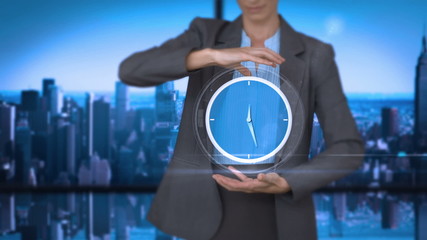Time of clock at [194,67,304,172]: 5:26
